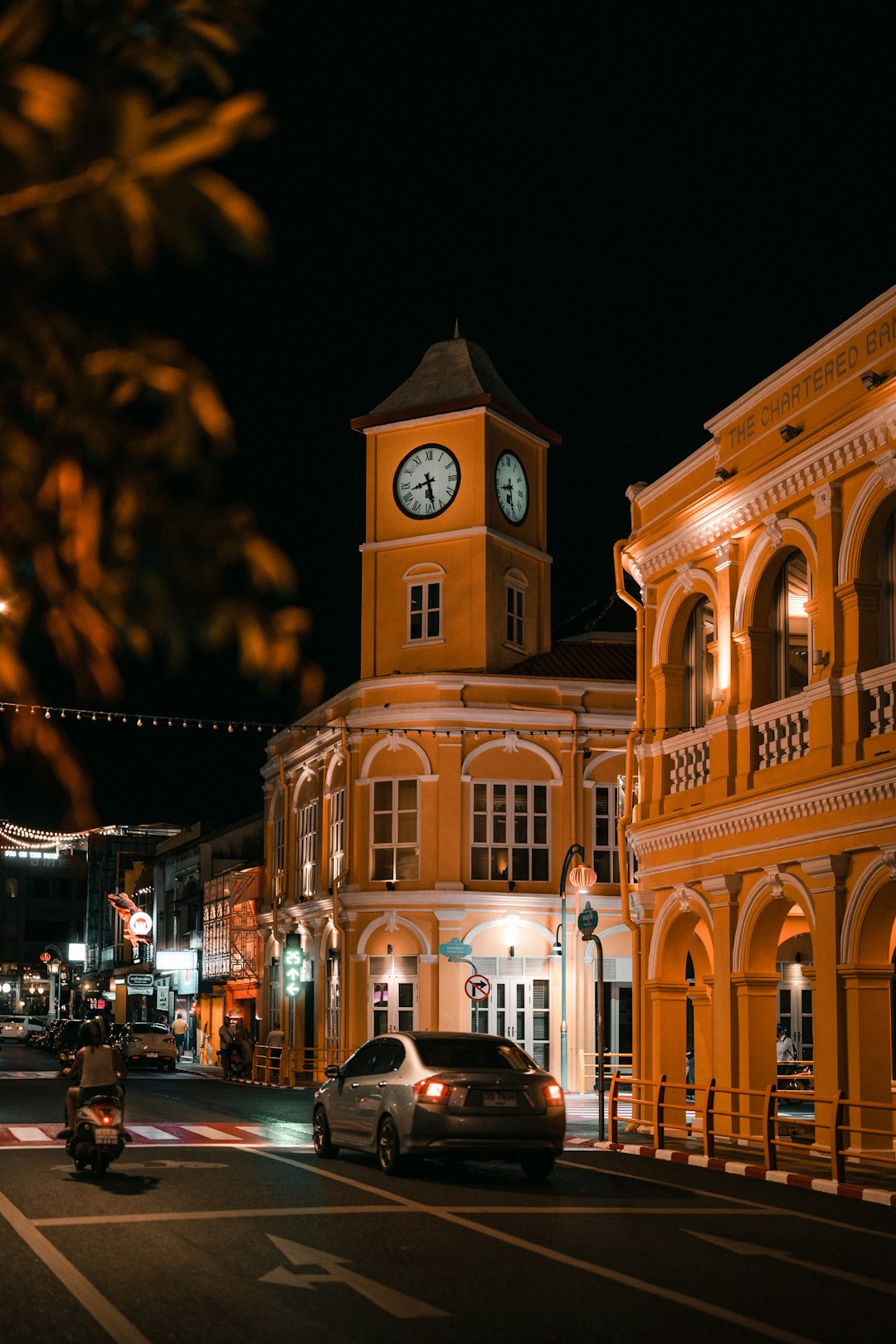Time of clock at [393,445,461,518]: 8:27
